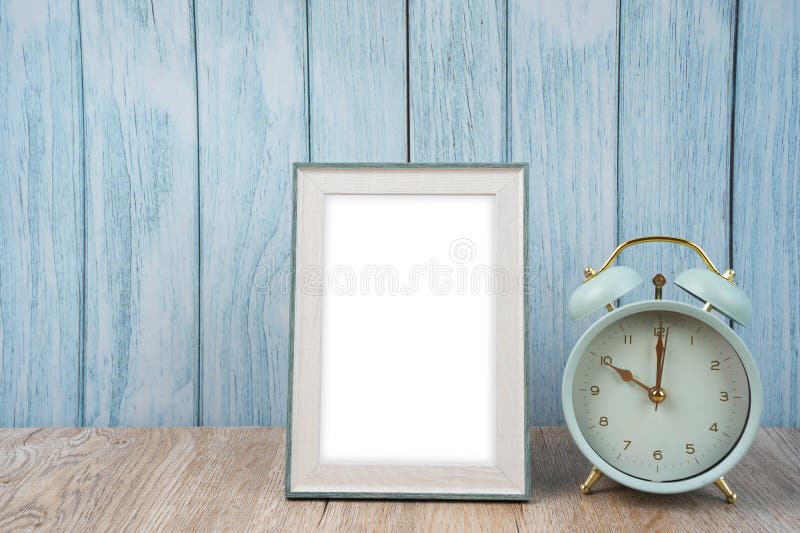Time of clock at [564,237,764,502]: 10:00
